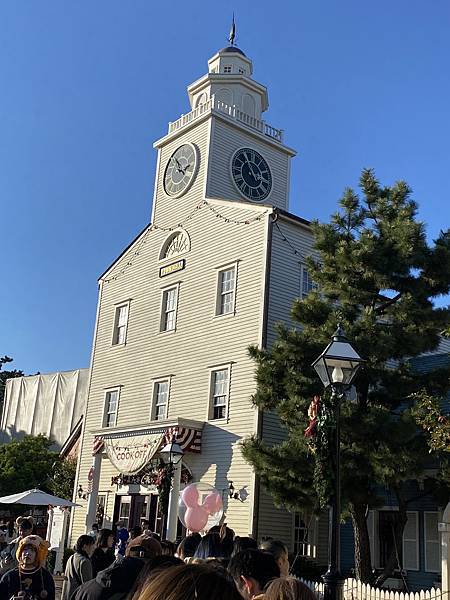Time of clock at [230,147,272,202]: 2:54
